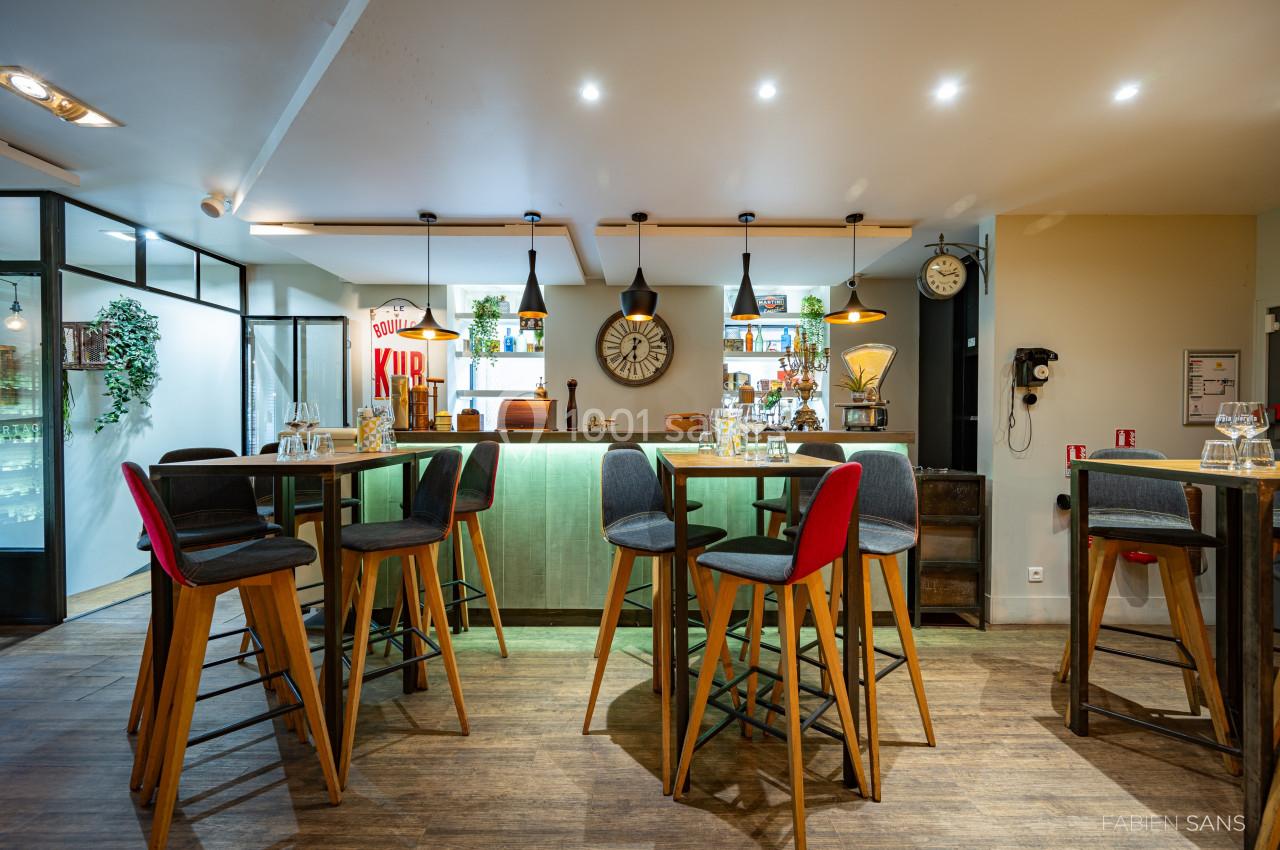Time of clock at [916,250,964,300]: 10:12
